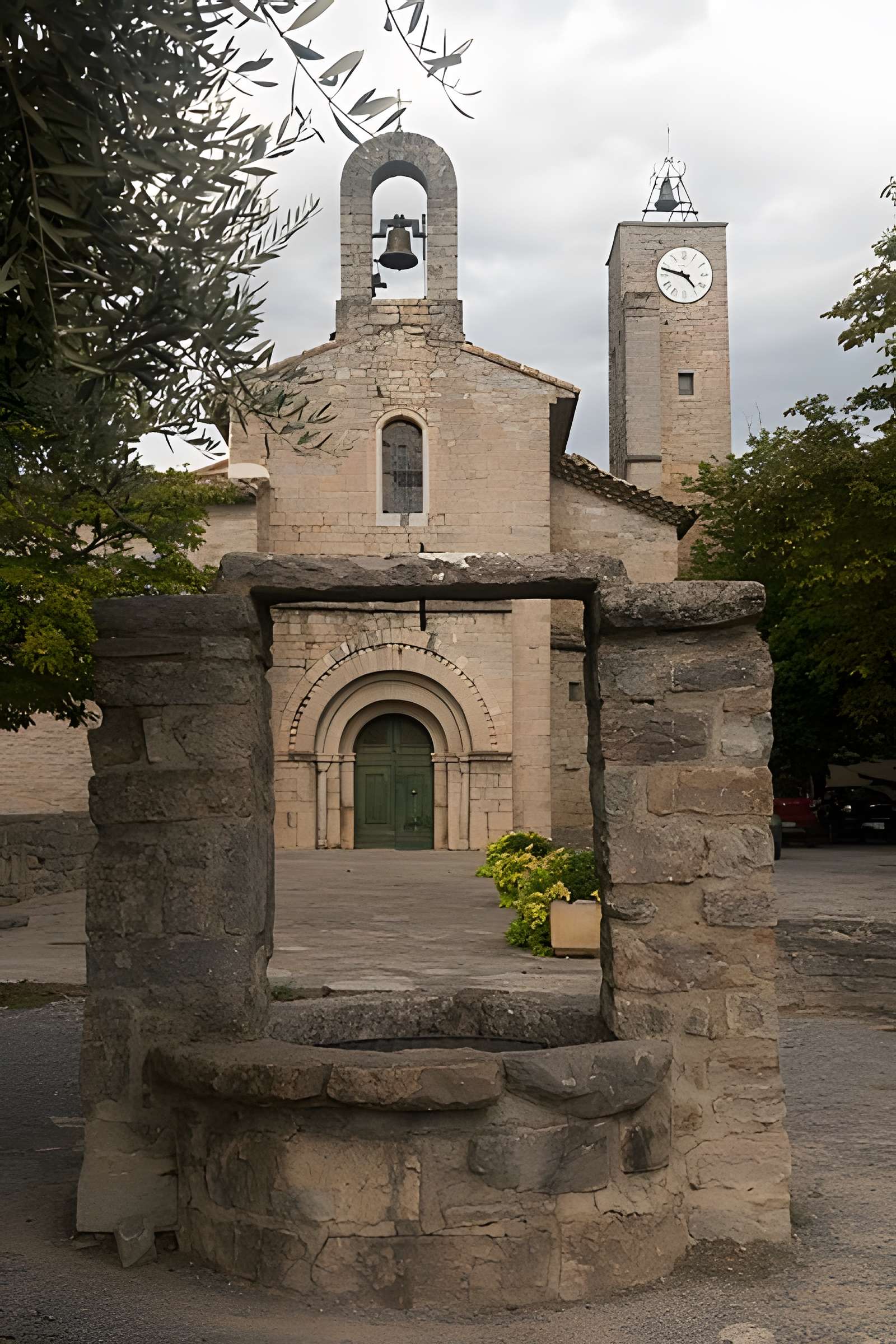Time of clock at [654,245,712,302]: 4:47
